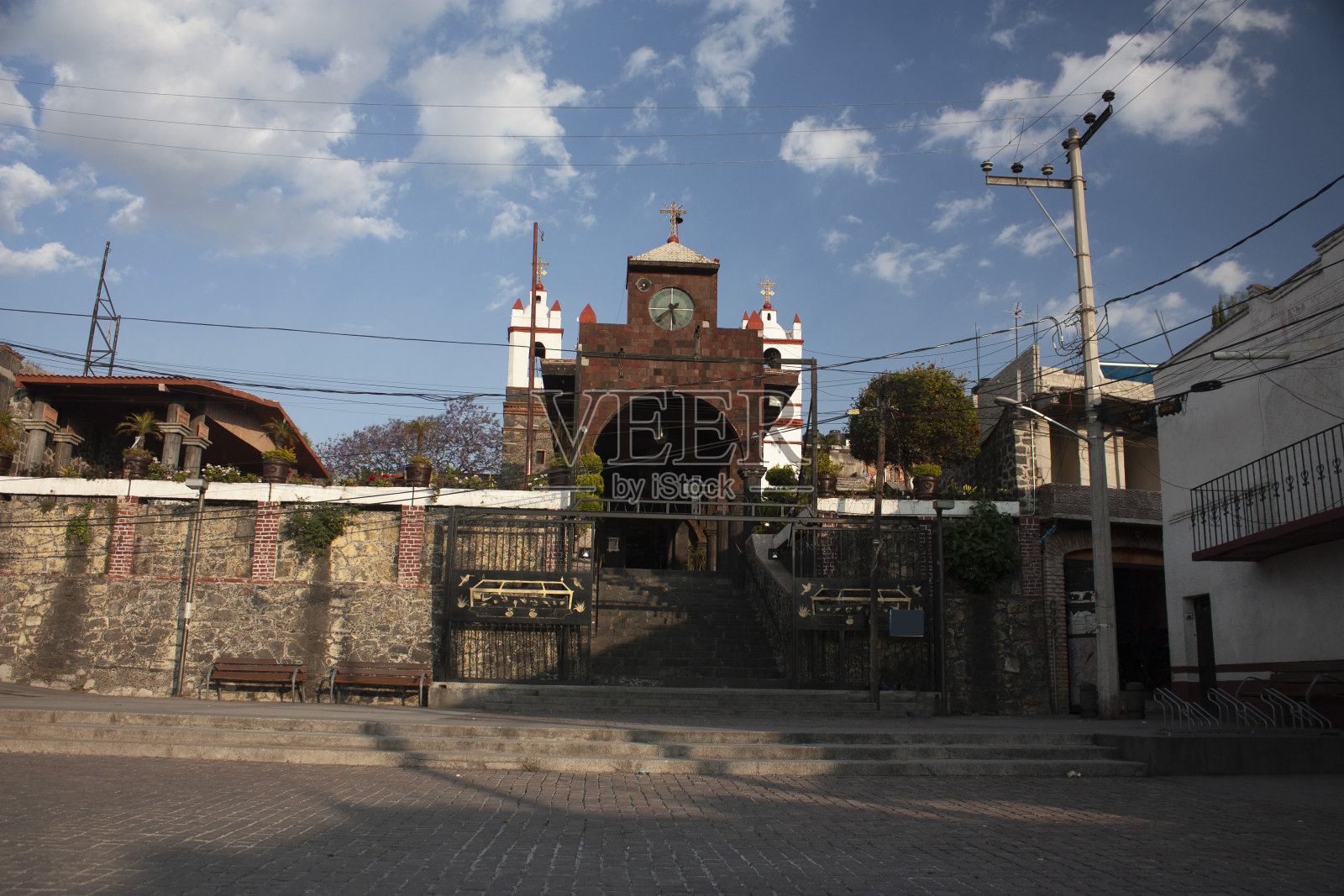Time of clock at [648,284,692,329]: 5:38
